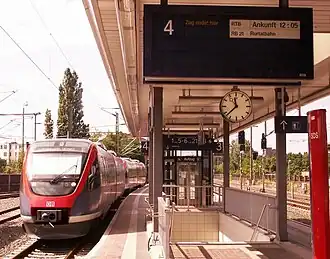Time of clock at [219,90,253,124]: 11:37
